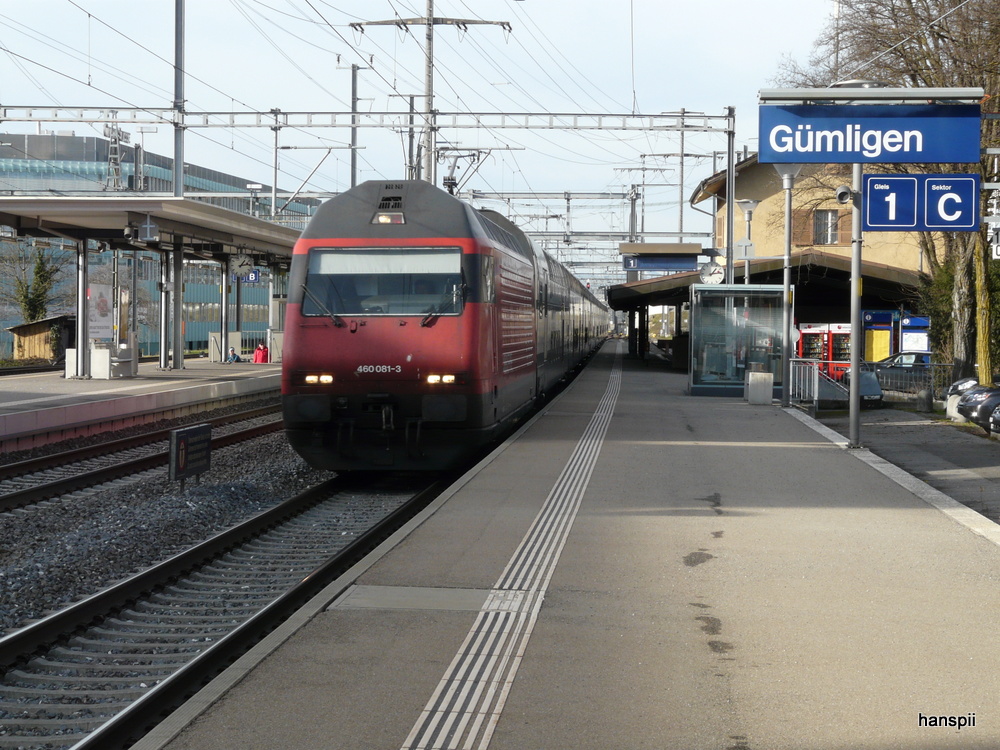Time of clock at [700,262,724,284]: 1:13
